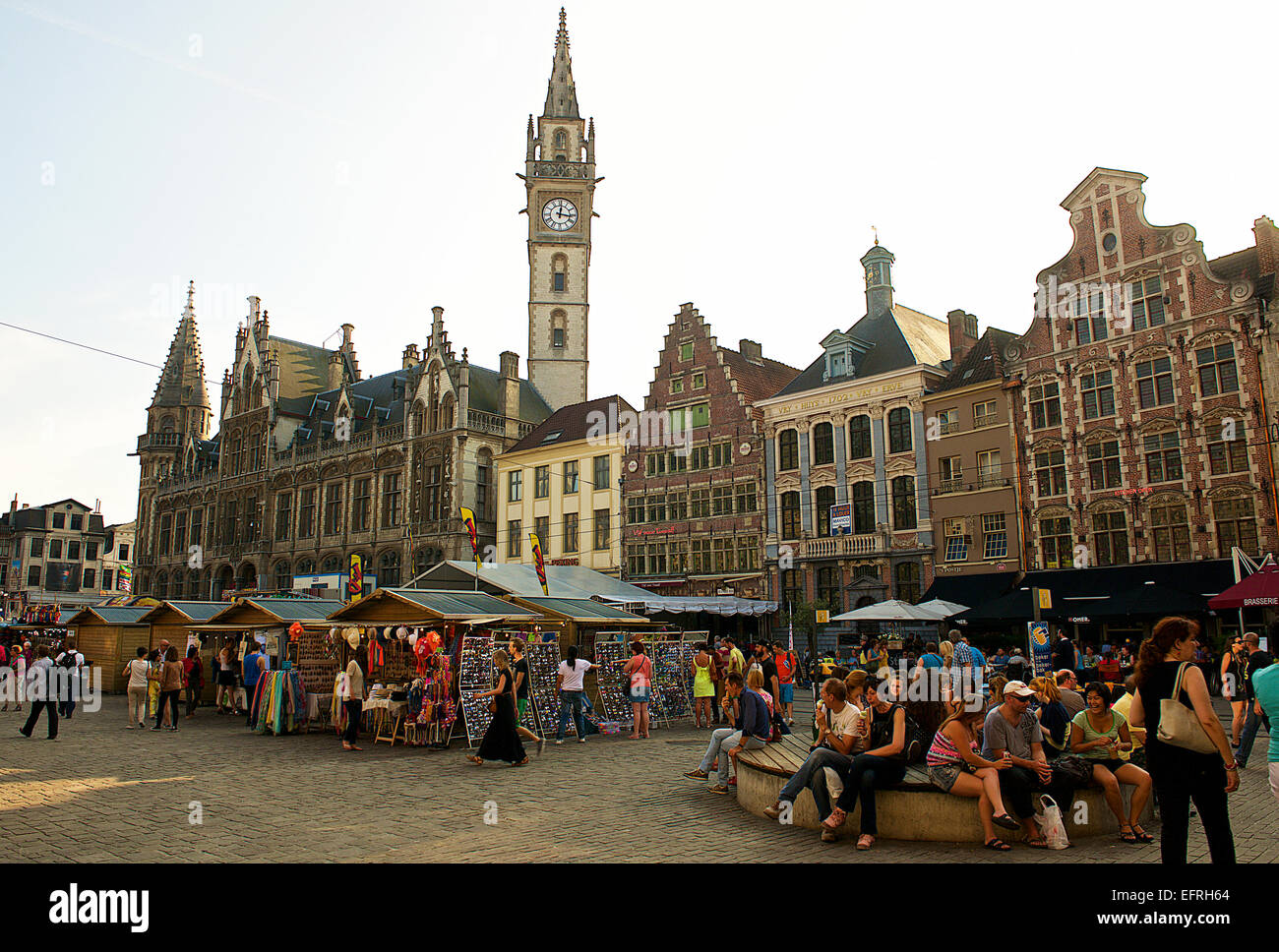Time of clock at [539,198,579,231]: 12:16
